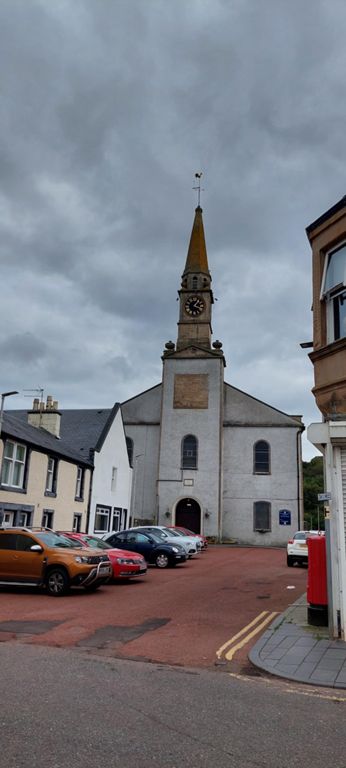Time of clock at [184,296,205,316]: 1:18
